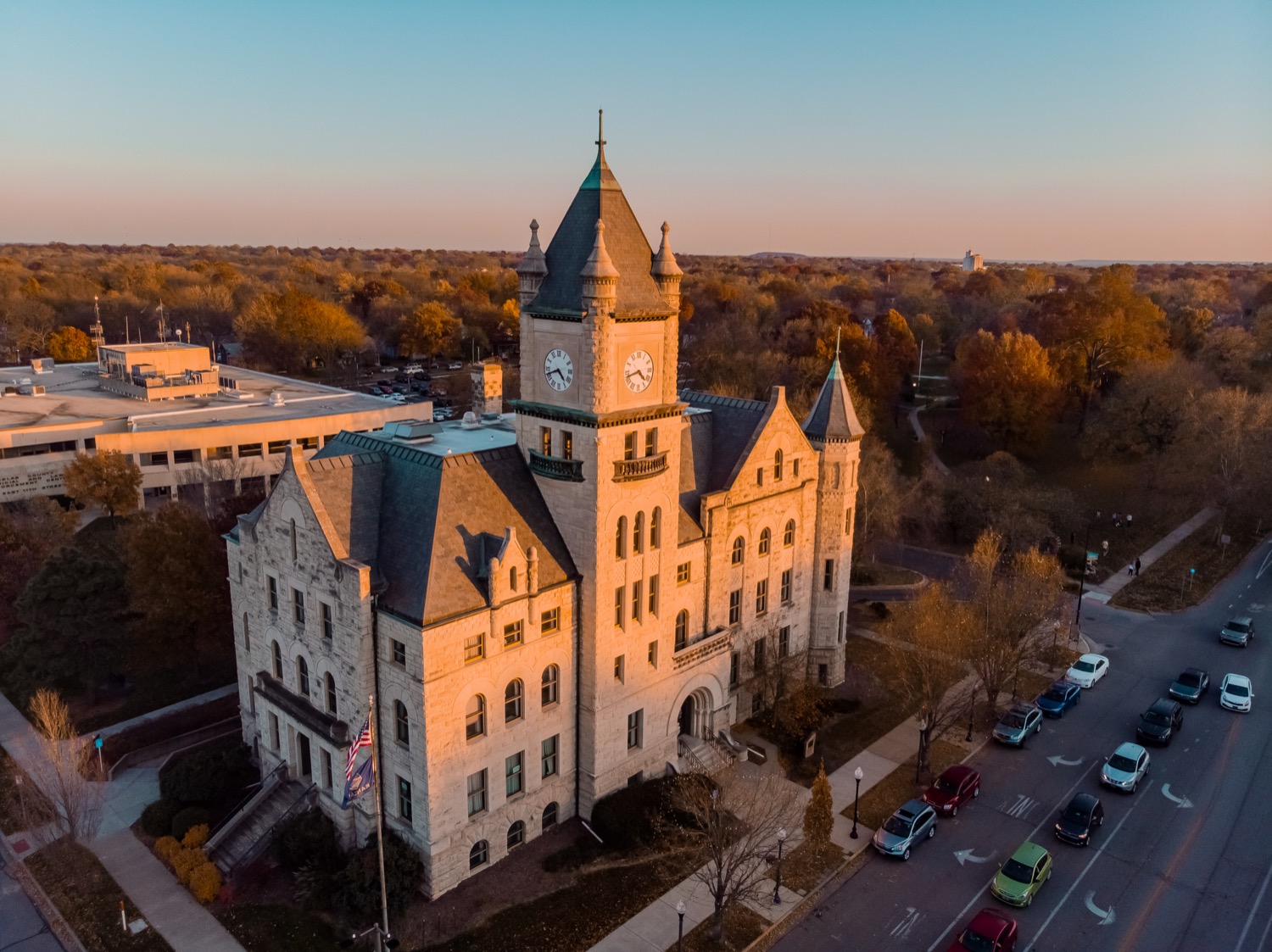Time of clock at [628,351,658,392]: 4:42
